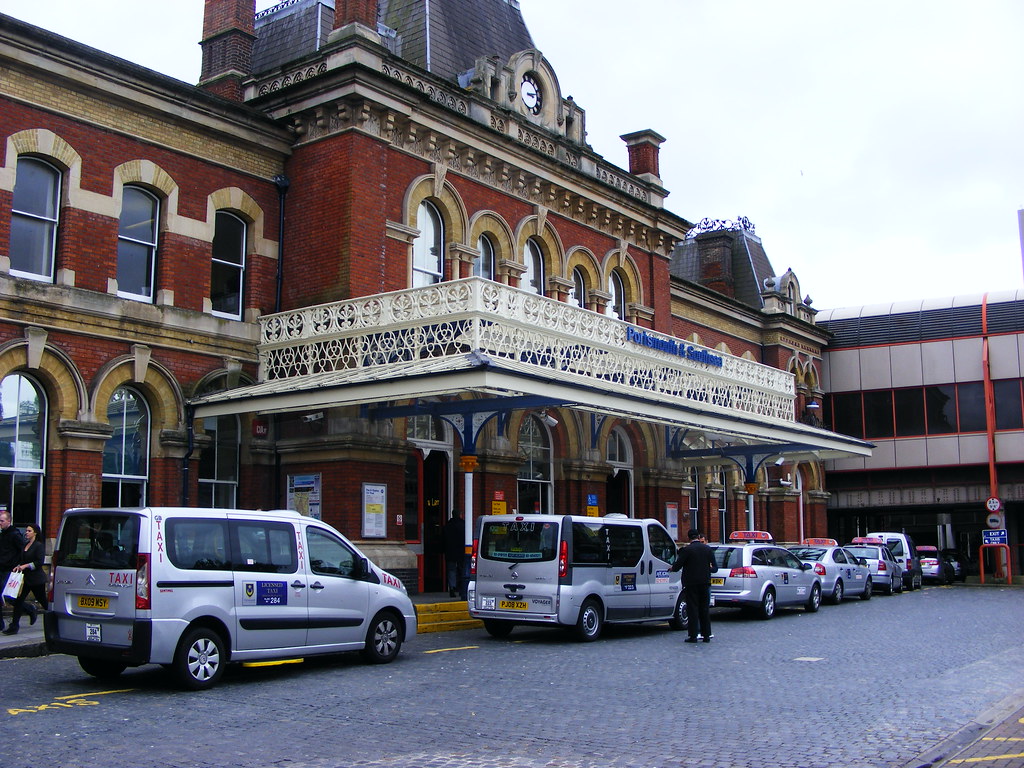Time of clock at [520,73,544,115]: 3:12
